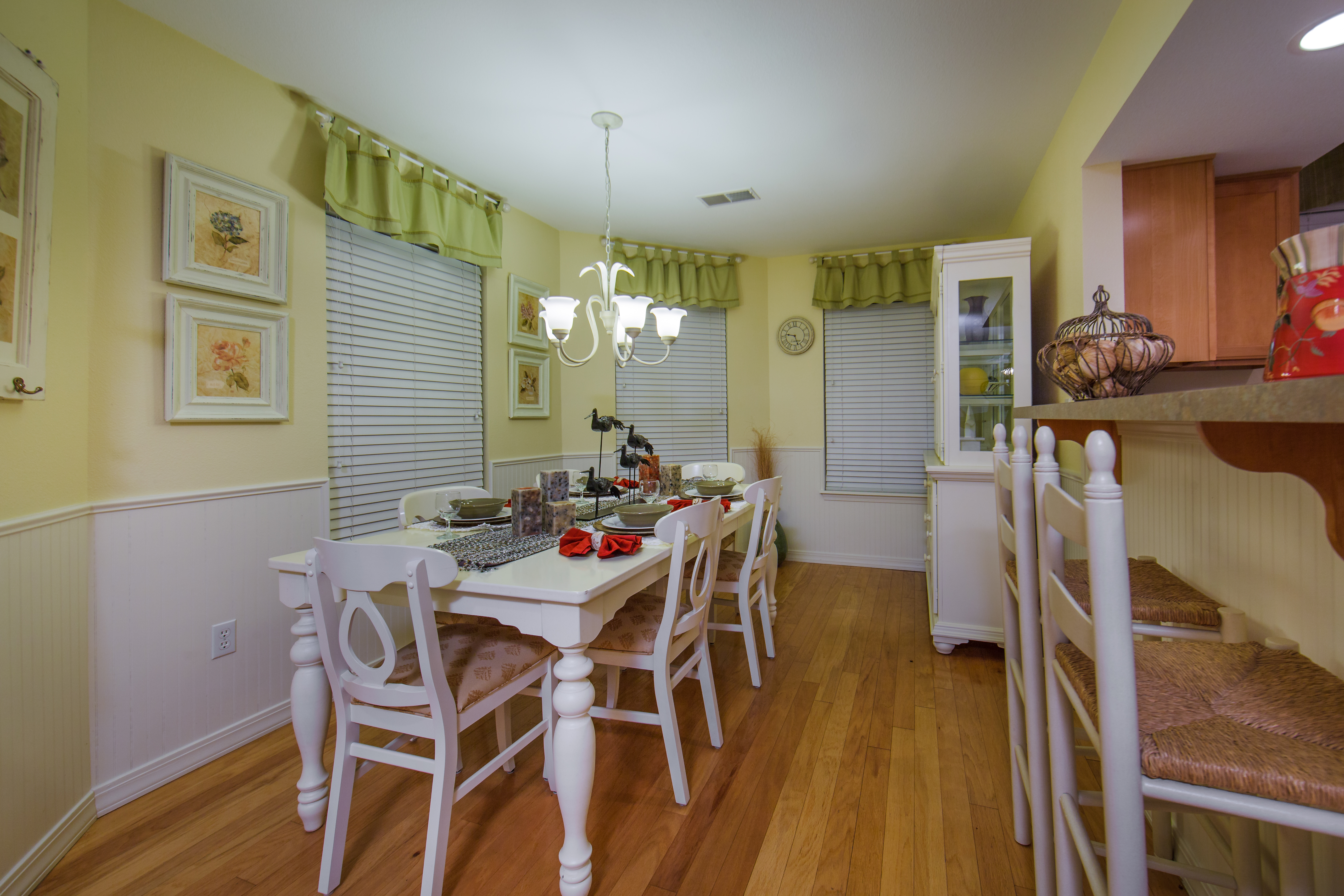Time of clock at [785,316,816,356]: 9:26
